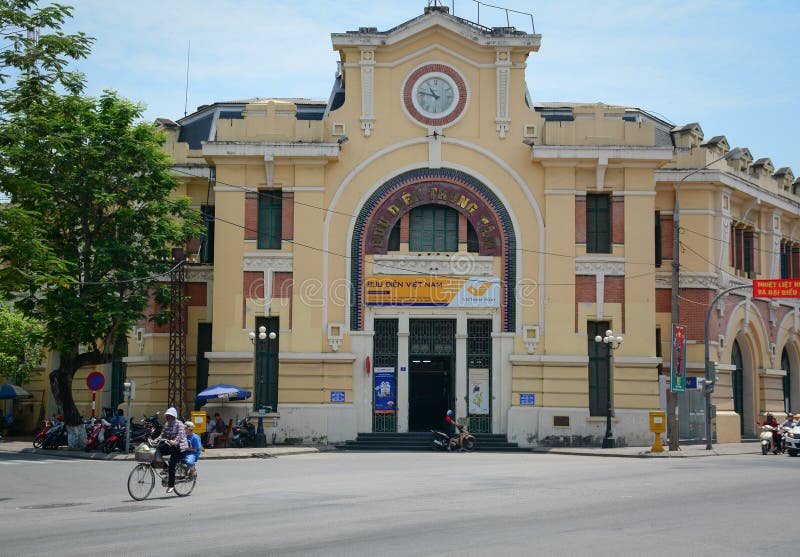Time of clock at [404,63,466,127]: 10:47
